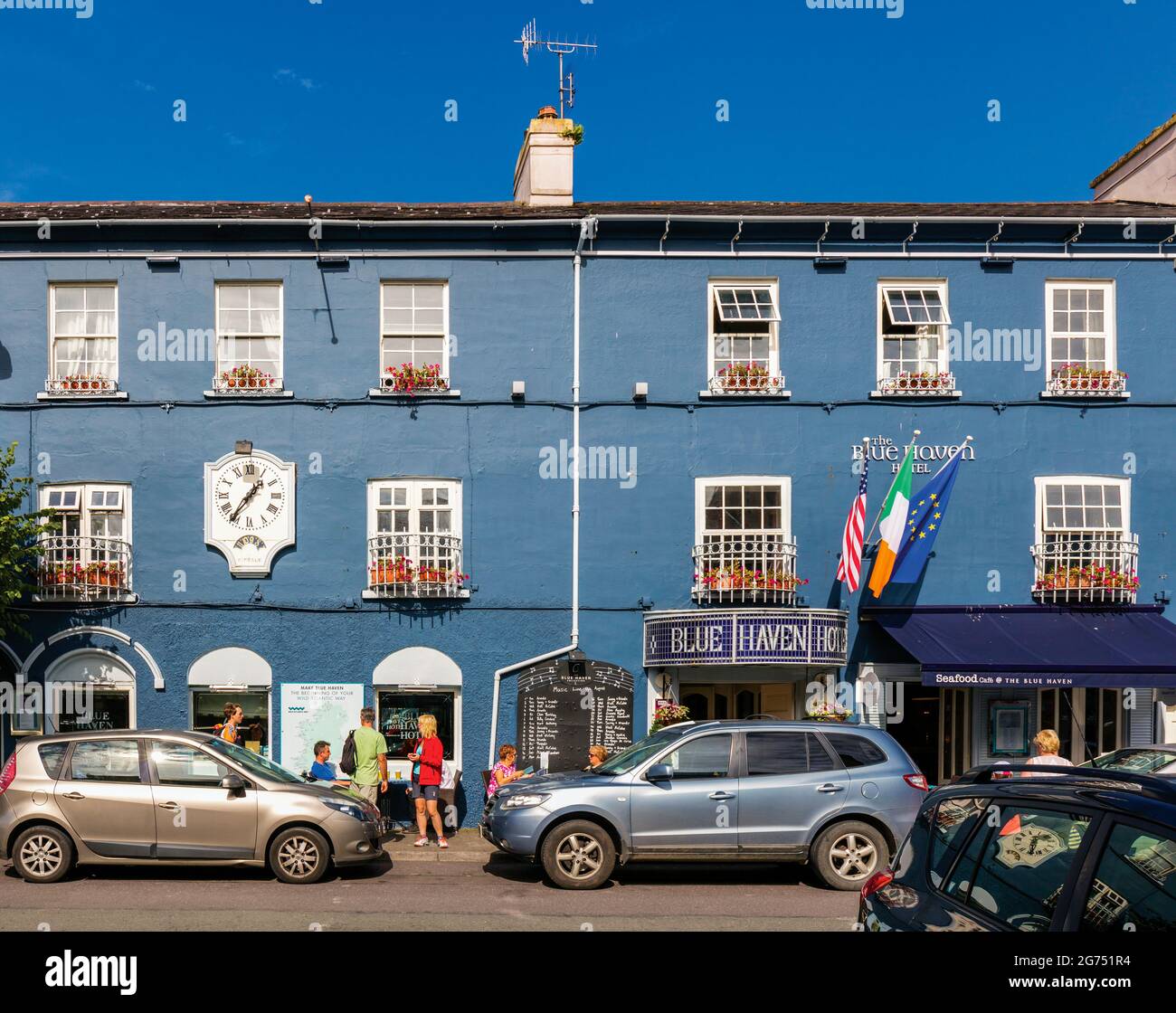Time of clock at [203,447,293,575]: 1:36
